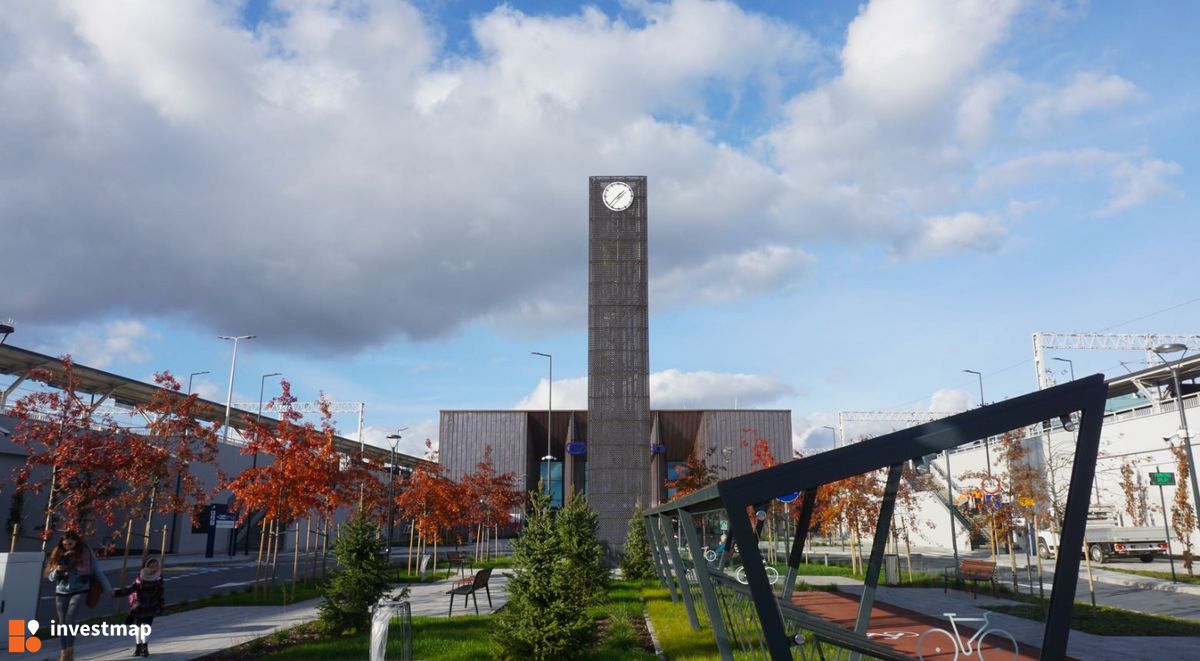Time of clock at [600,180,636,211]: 1:37
